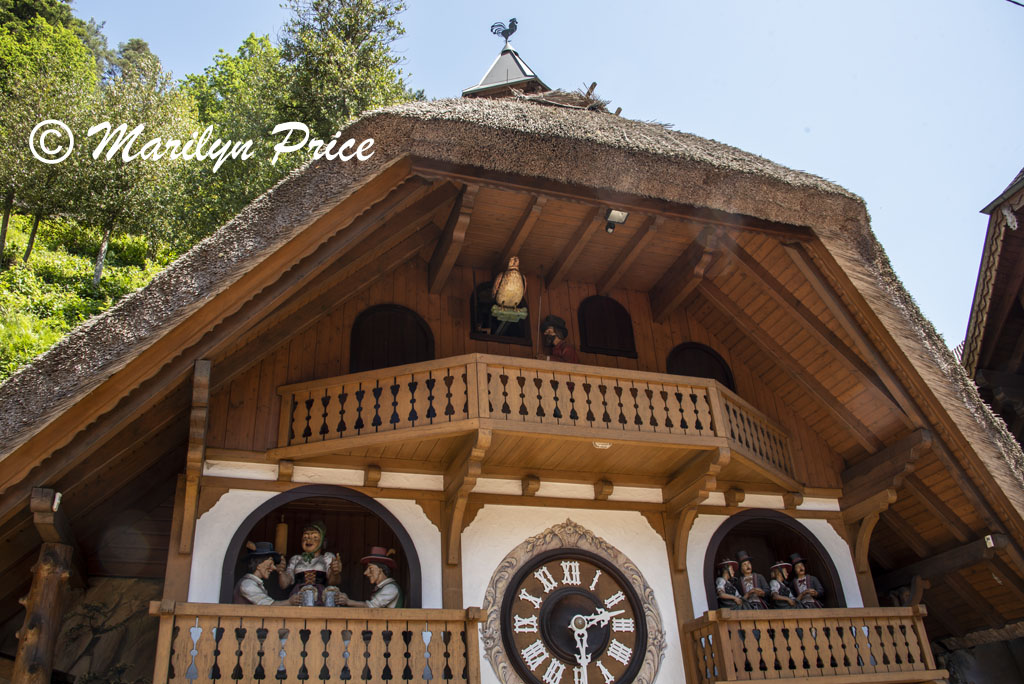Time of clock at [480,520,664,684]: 2:29
